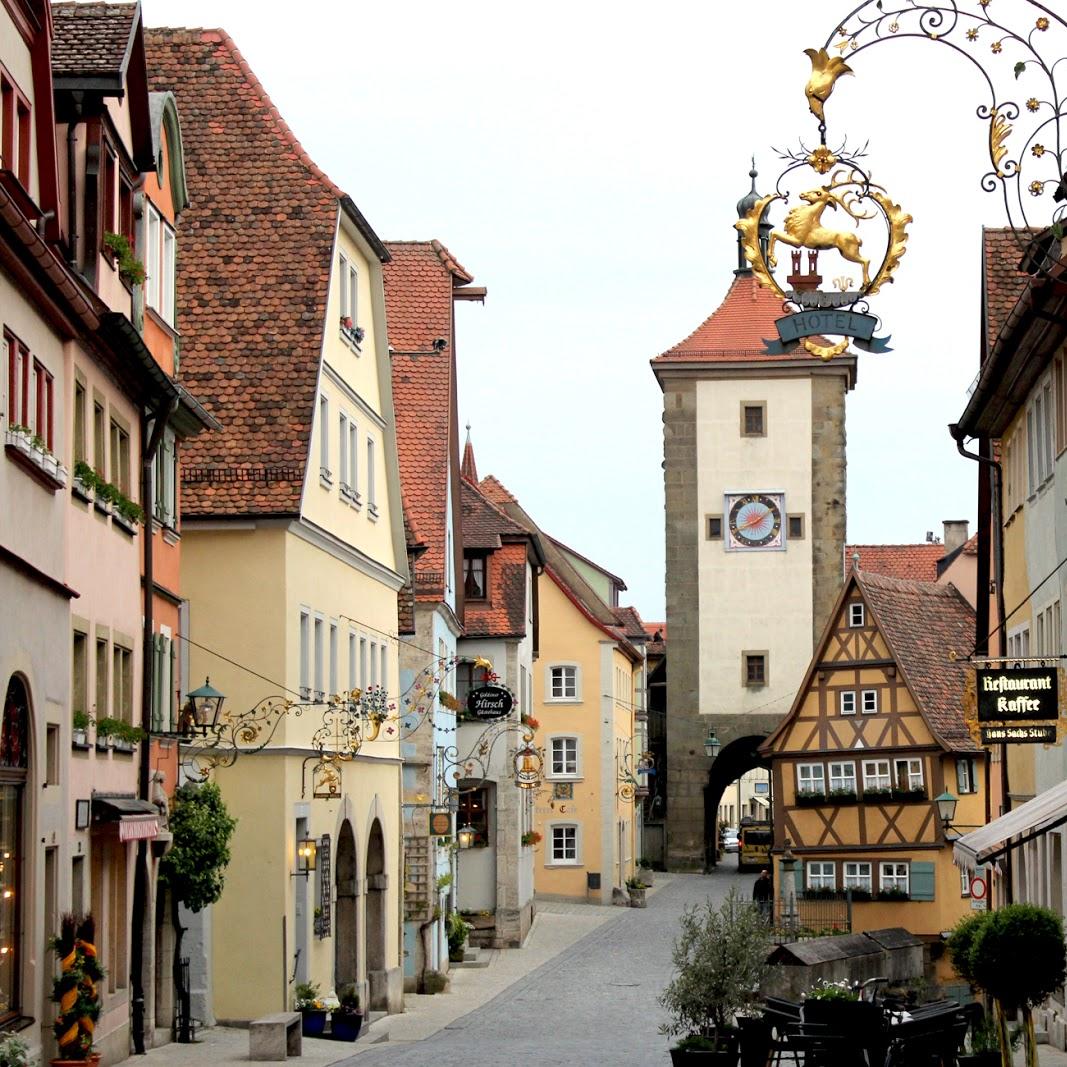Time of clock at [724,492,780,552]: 8:09
